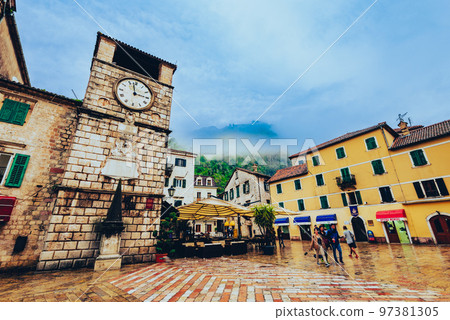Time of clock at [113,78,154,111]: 2:58
